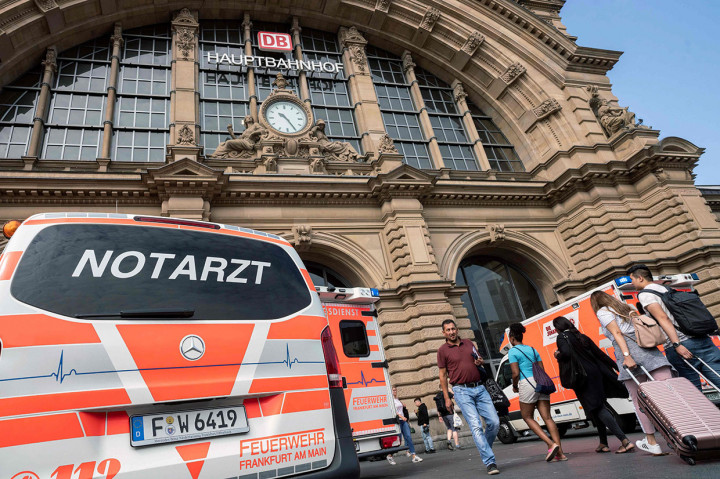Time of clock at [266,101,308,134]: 10:24
